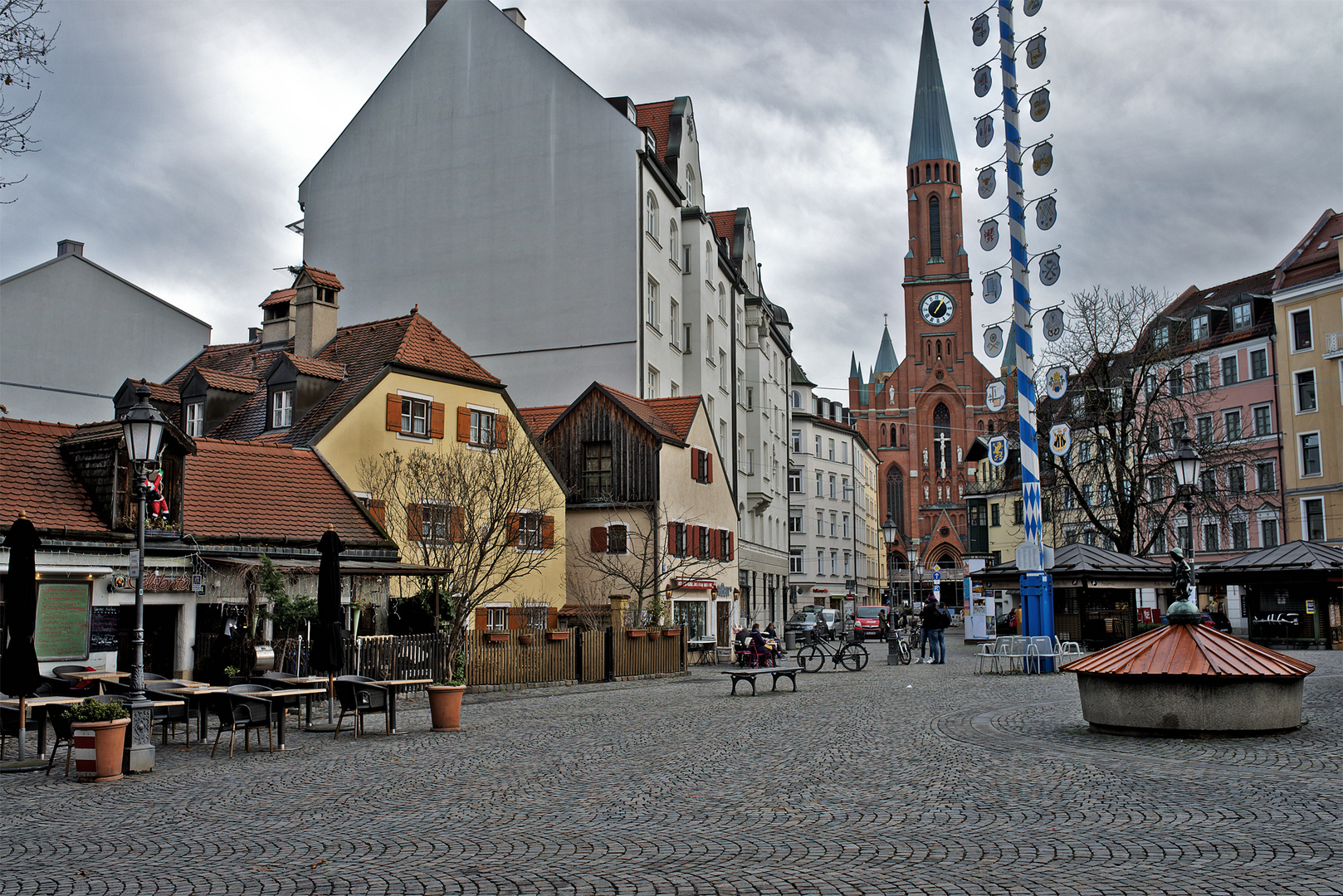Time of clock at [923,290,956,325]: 1:06
